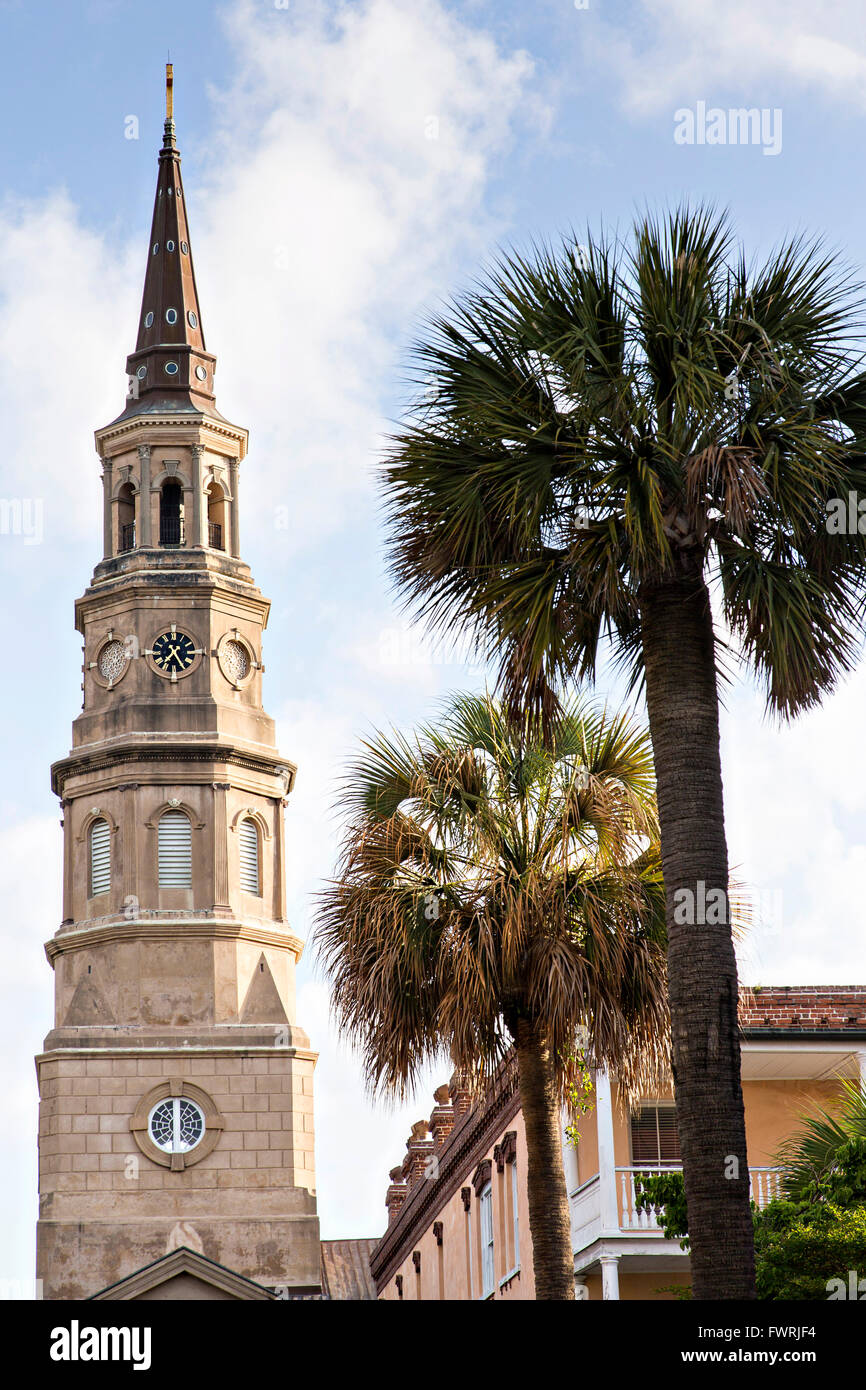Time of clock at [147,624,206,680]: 7:24
